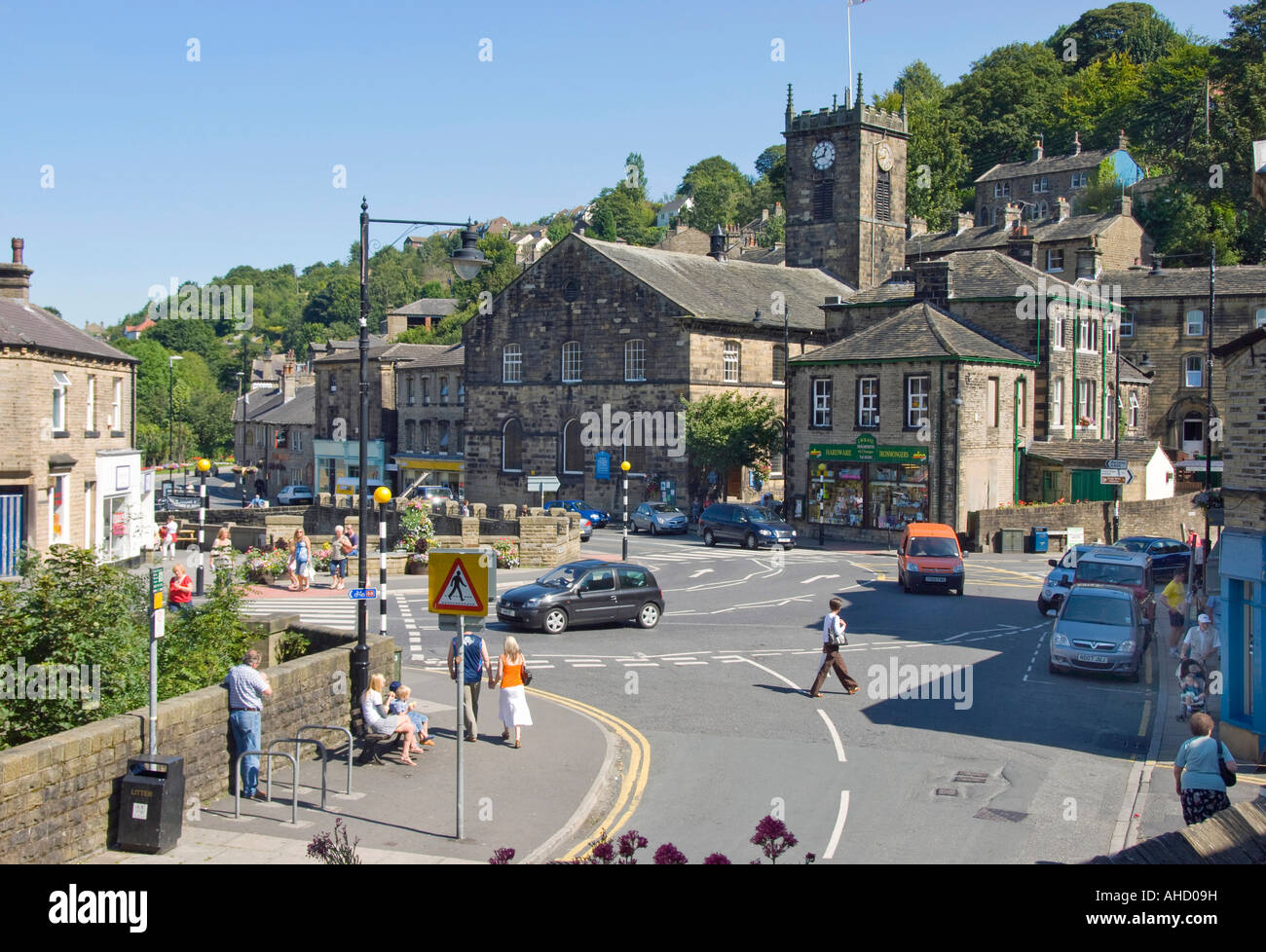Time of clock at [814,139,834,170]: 12:42
